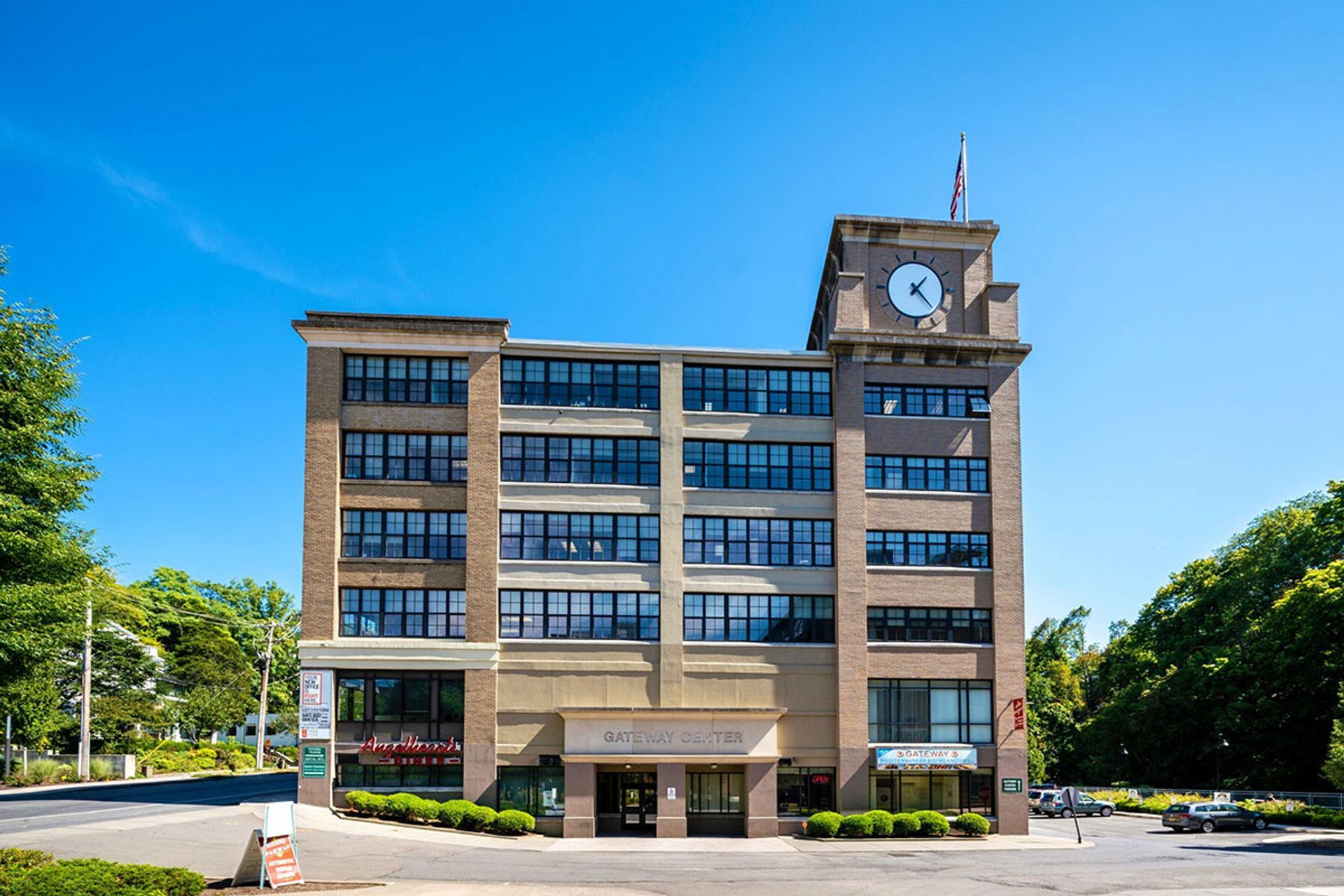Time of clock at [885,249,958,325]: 1:22
